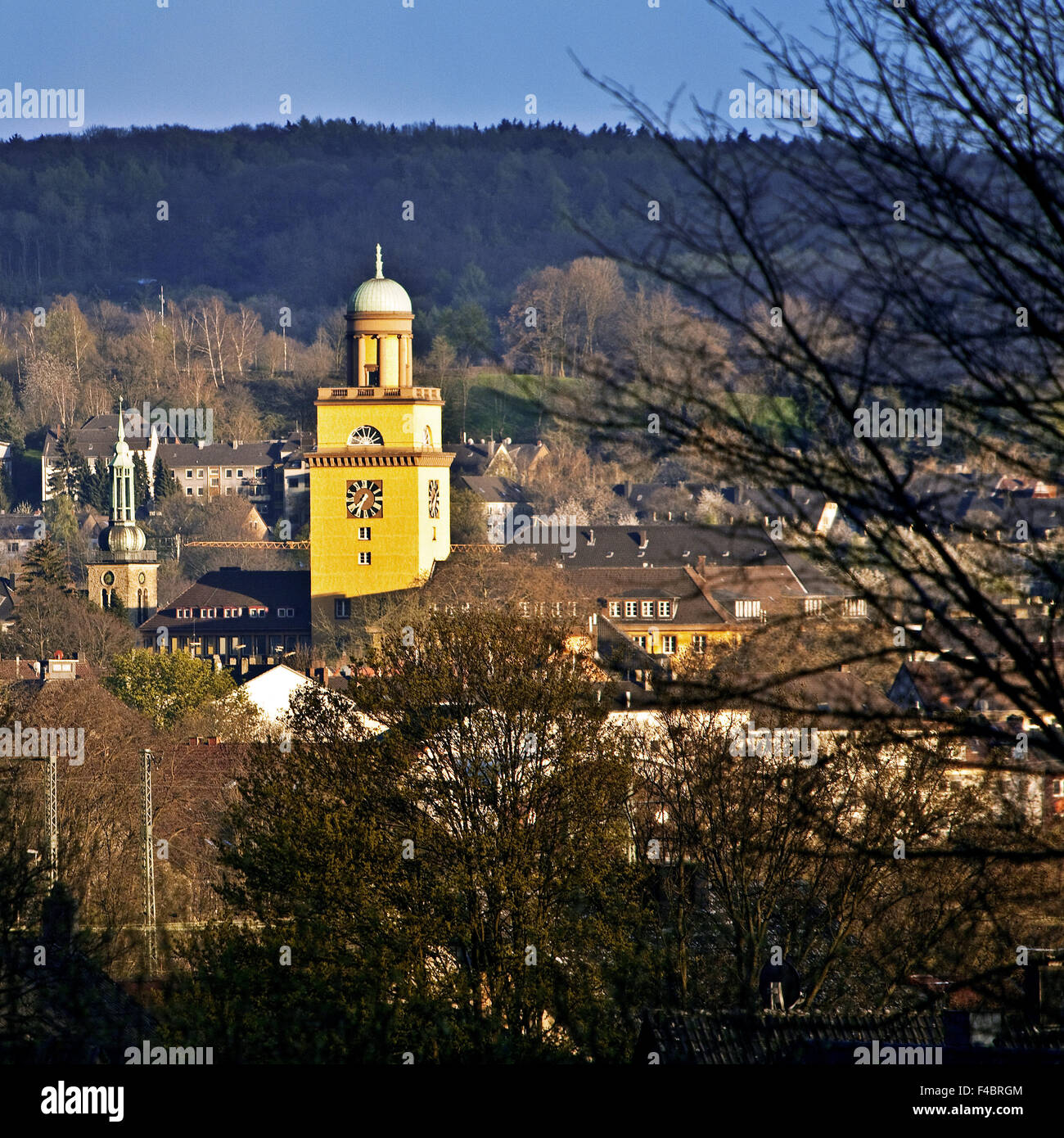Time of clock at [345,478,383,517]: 7:34
